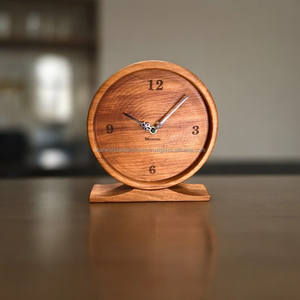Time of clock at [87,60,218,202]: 10:07
